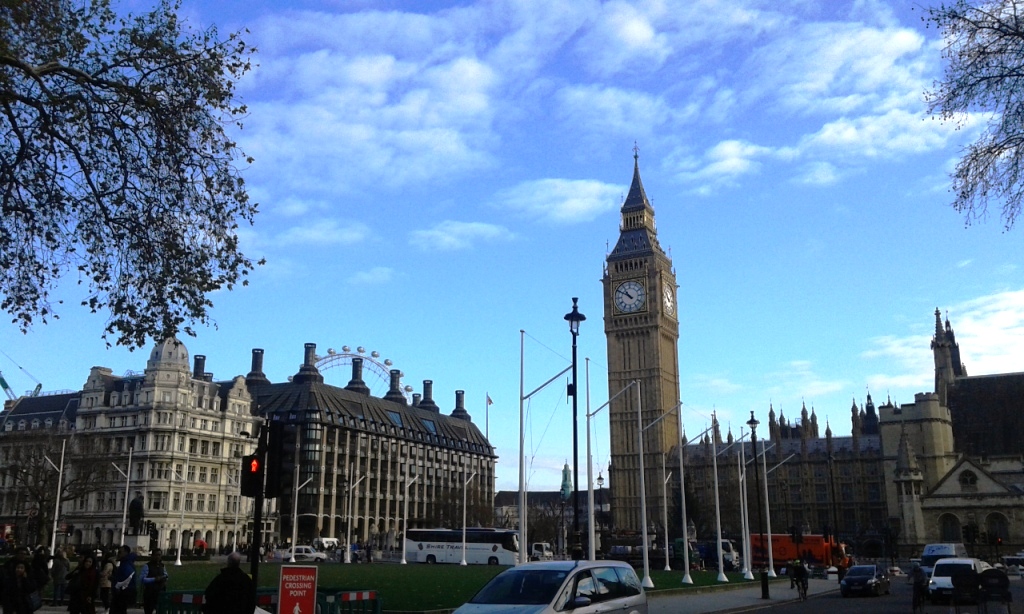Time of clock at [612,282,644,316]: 10:50
